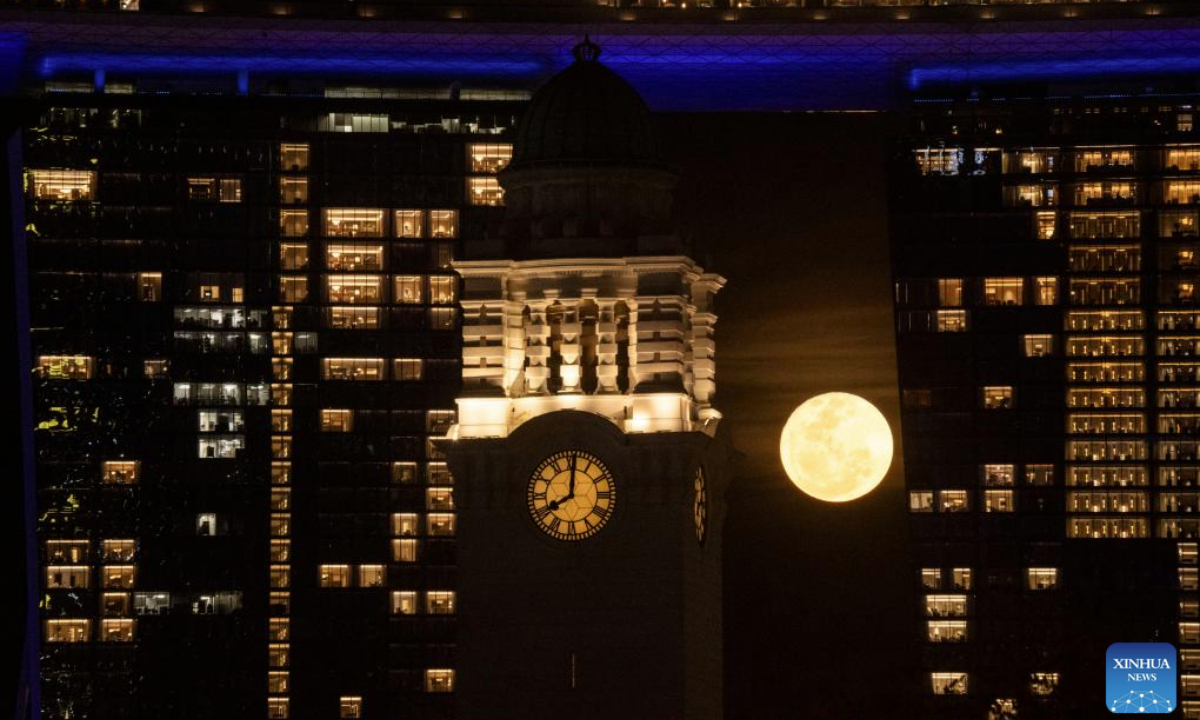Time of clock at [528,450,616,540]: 8:00
